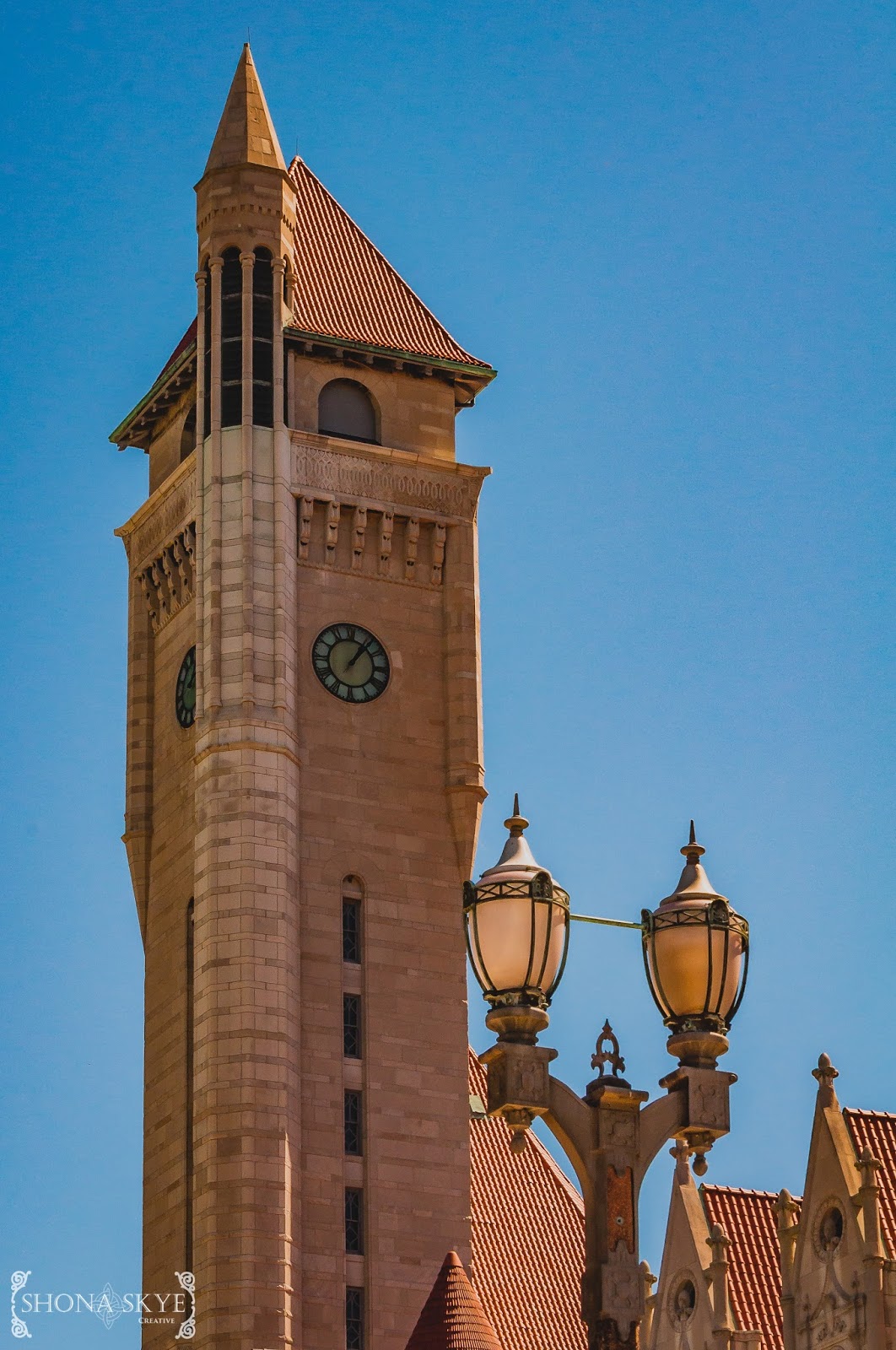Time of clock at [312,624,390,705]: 1:06
